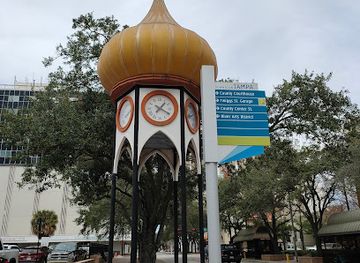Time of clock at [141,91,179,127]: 1:19
